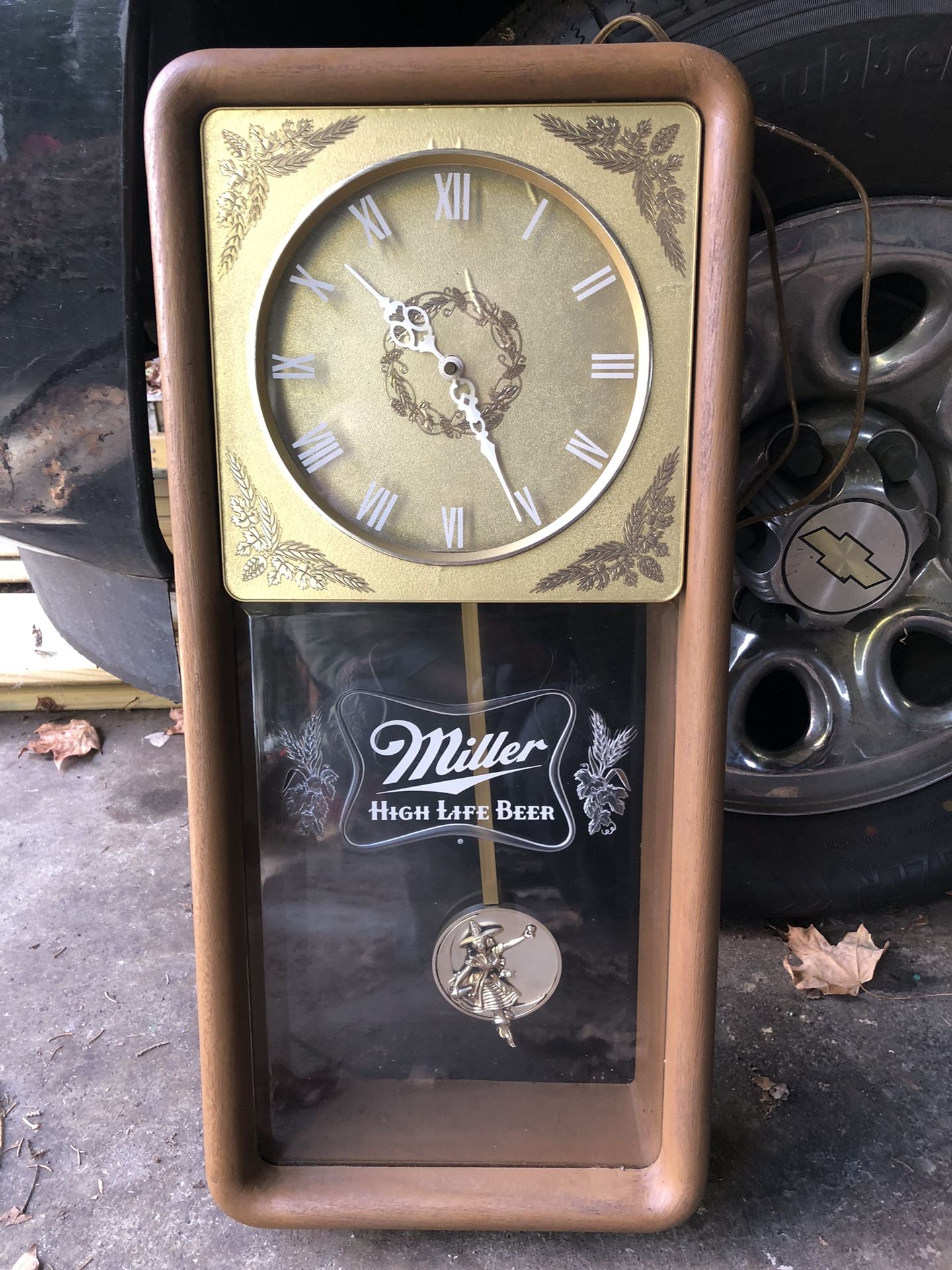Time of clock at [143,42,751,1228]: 10:25
